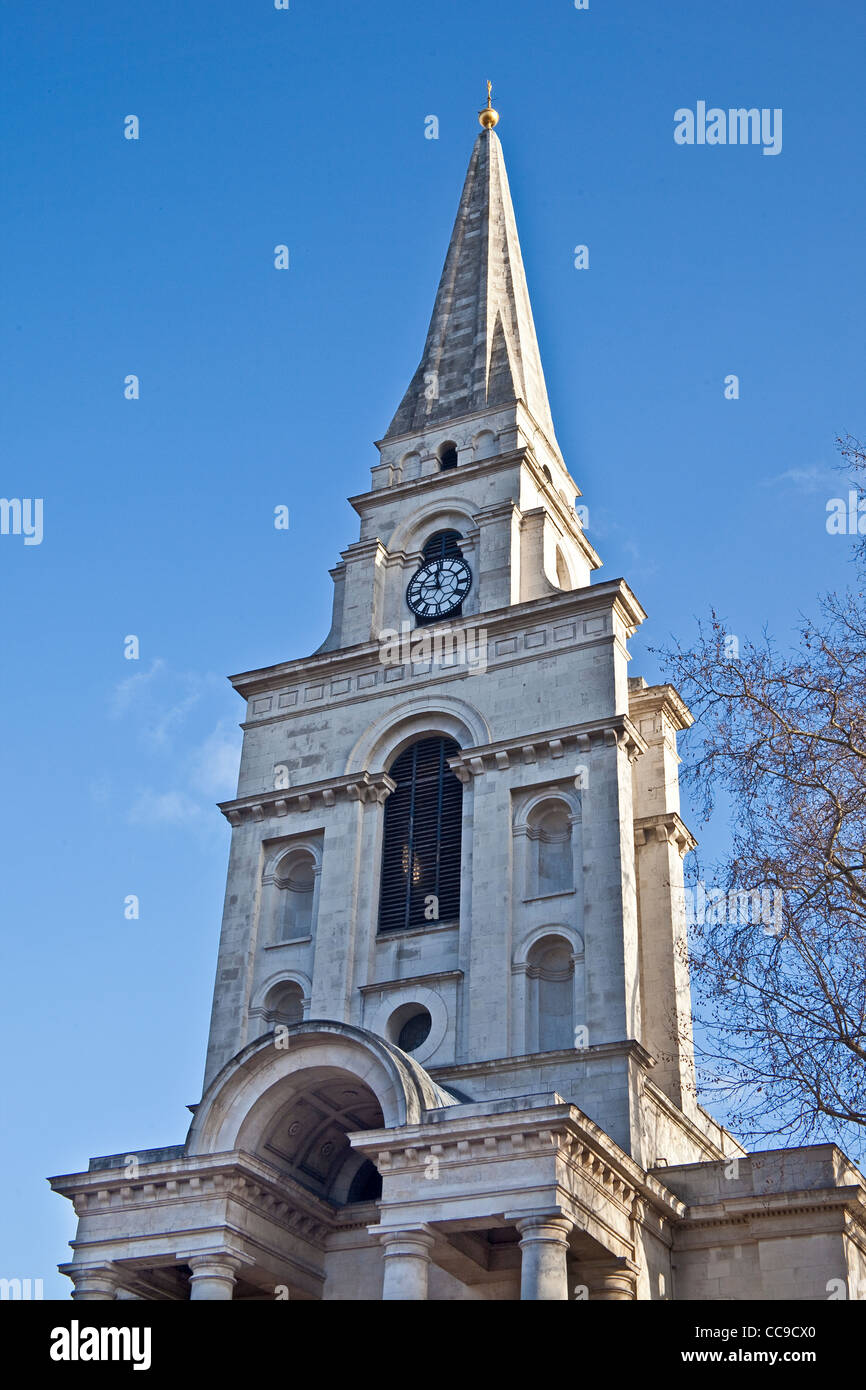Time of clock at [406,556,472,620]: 11:46
